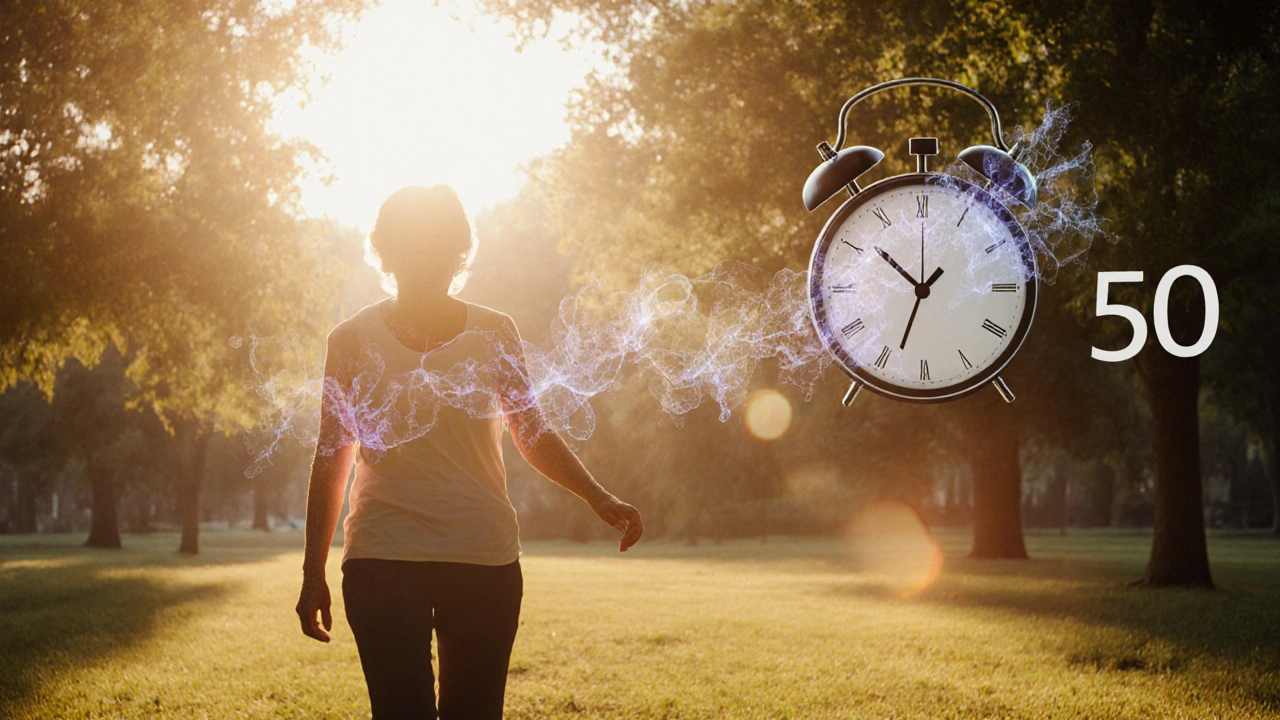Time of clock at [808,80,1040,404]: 10:33
